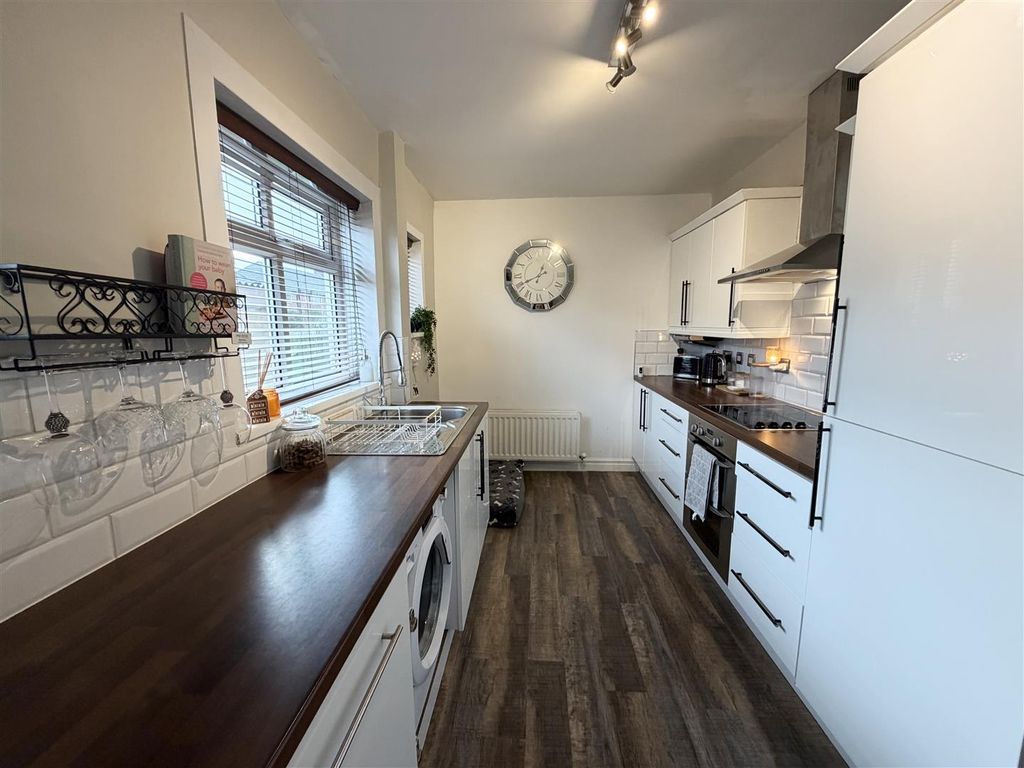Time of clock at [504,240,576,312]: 12:41
